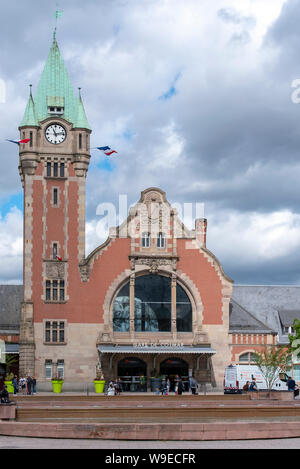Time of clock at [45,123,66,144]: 11:13
